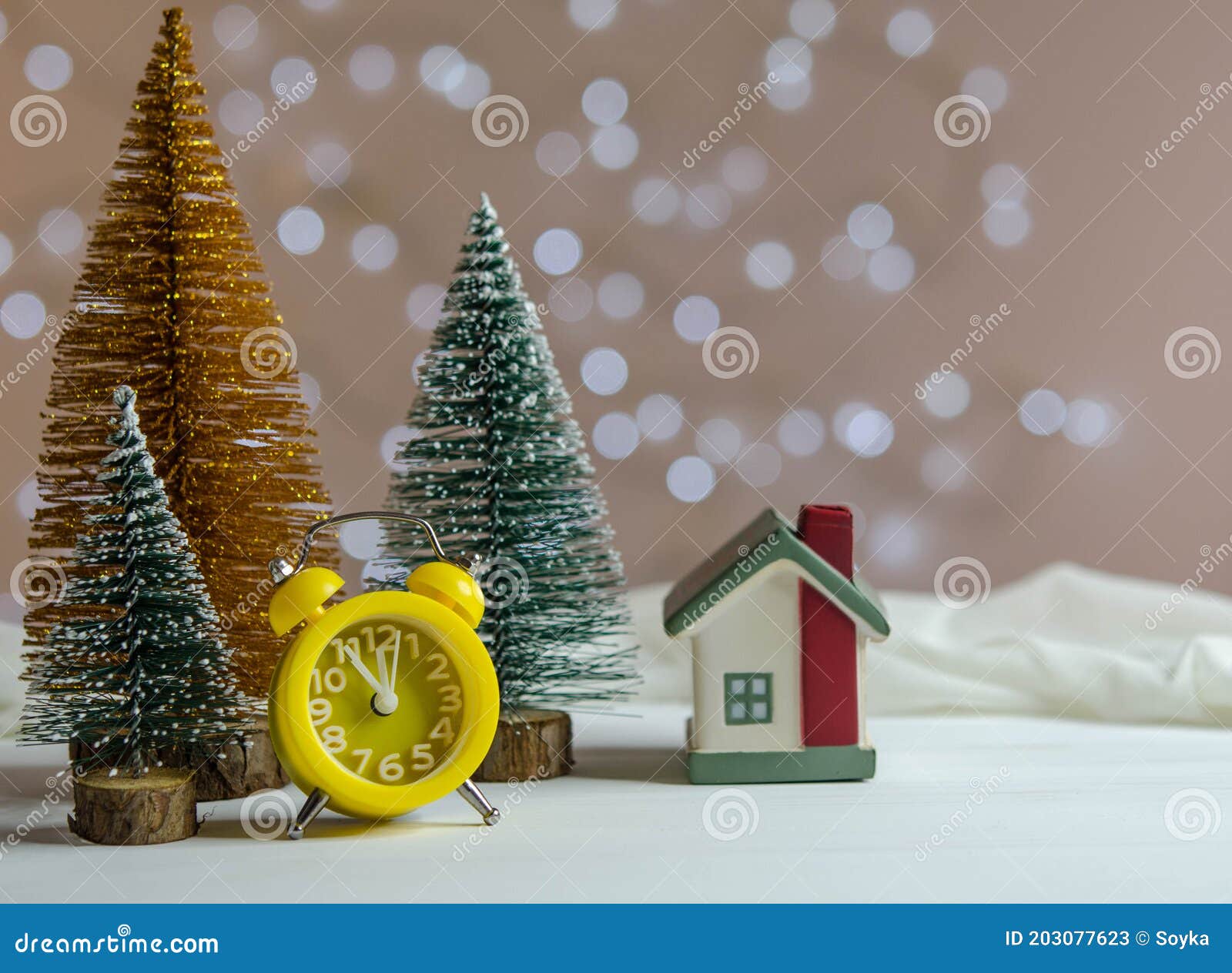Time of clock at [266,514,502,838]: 11:02
